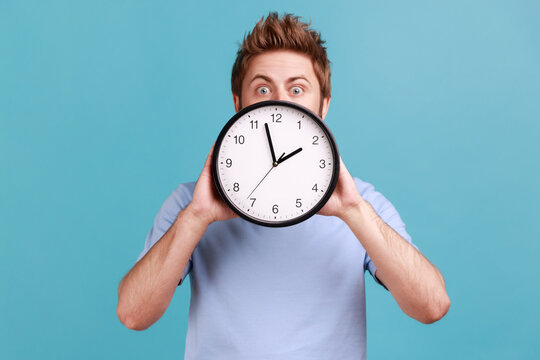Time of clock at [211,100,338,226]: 1:57
